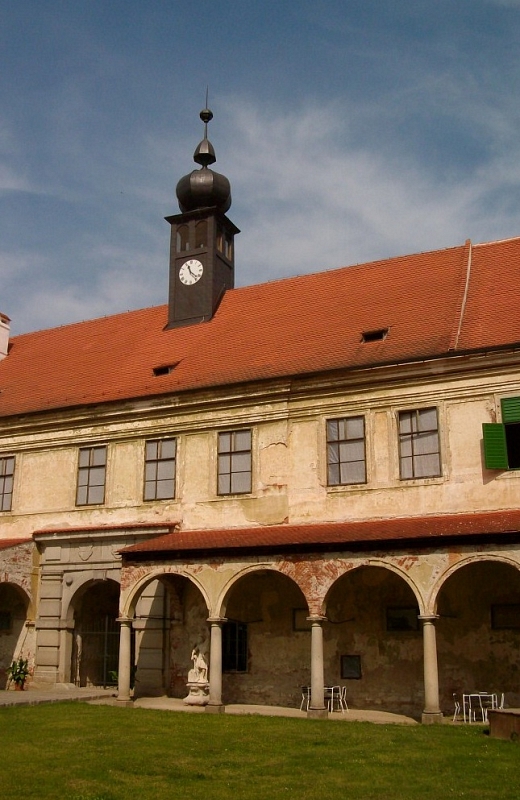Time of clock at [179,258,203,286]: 11:22
